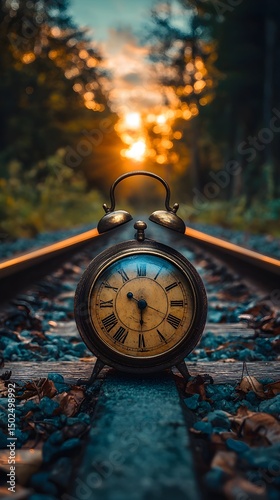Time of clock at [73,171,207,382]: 10:30
